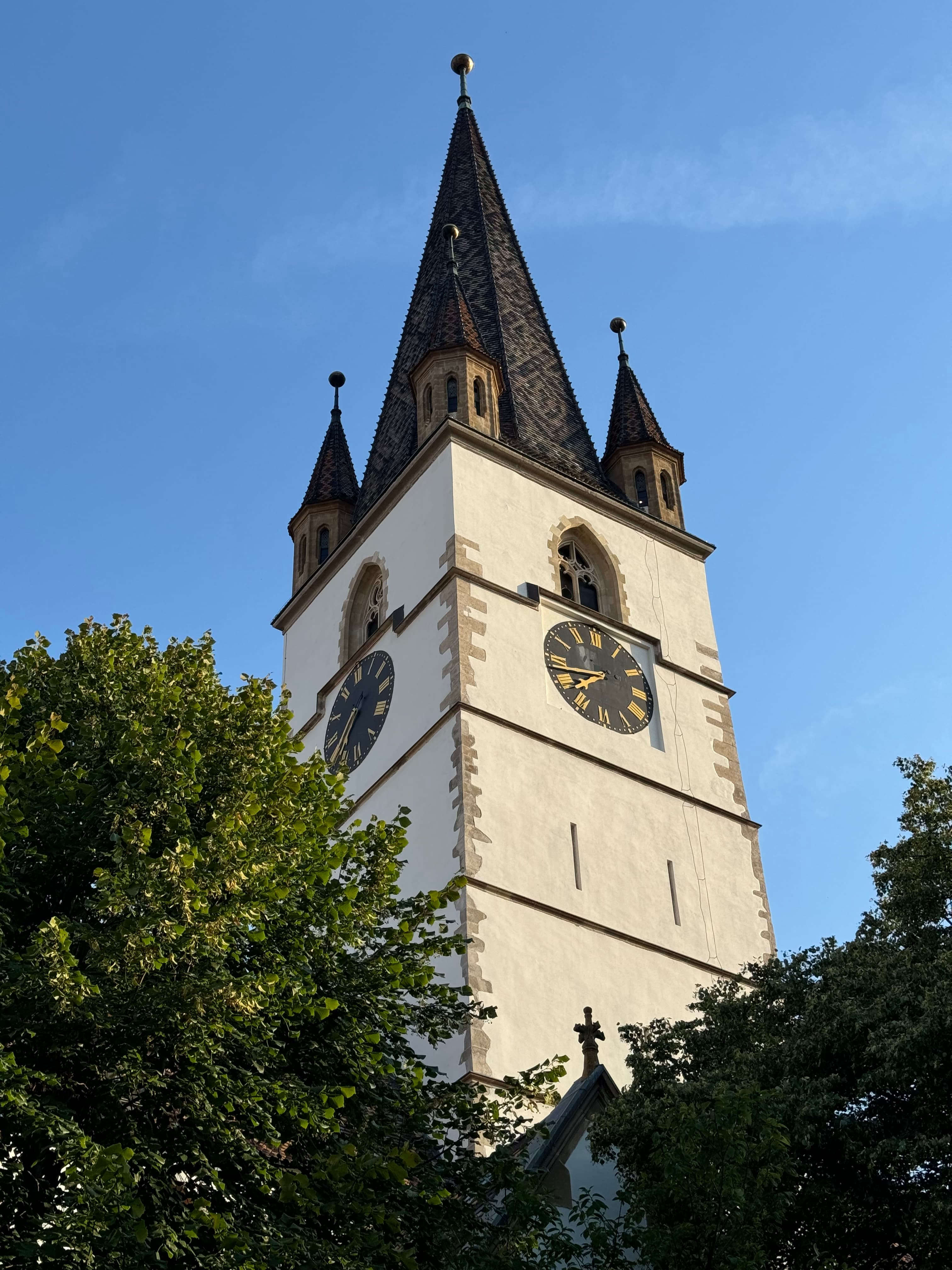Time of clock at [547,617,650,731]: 7:42
